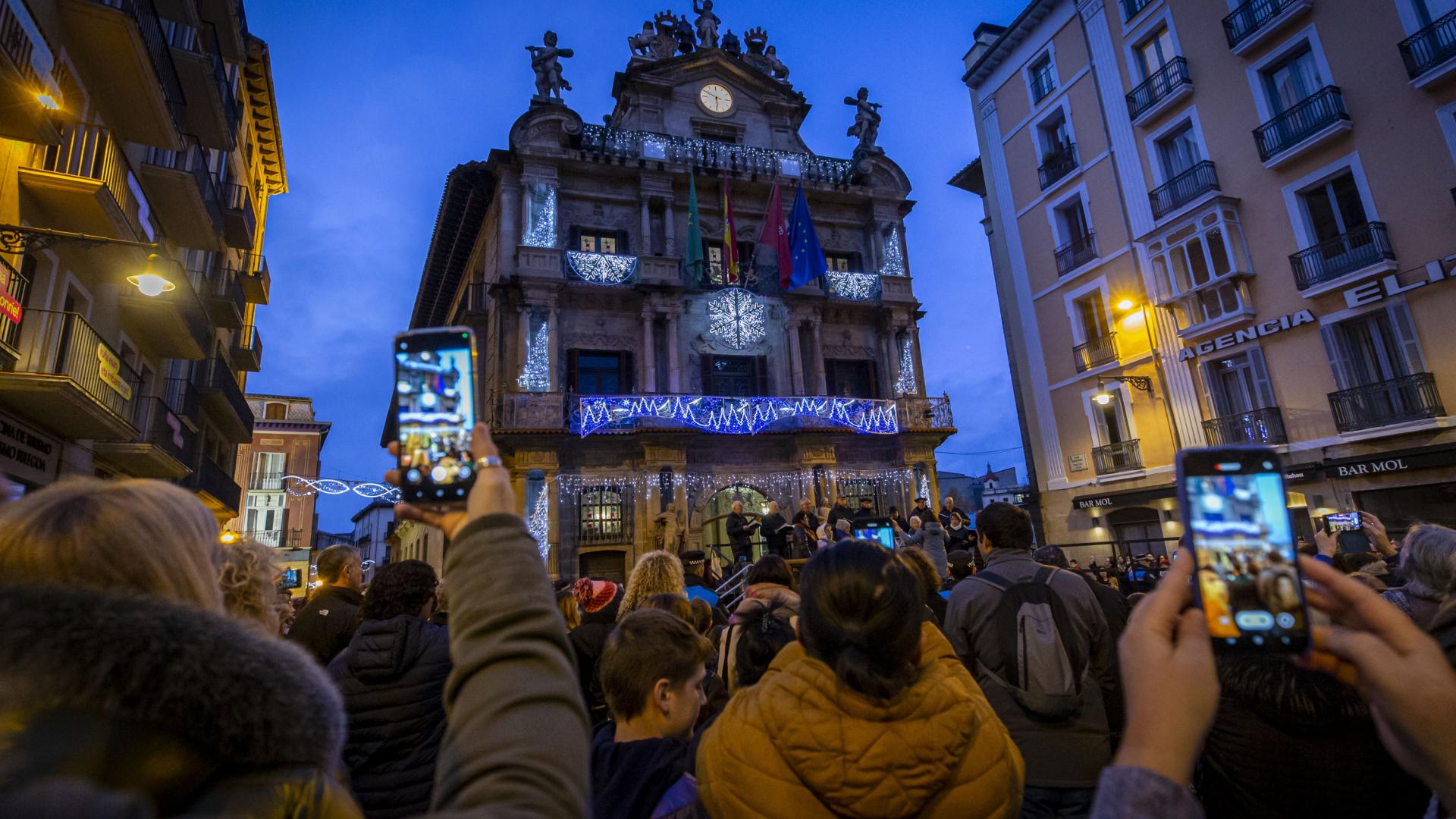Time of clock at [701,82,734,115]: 5:49
